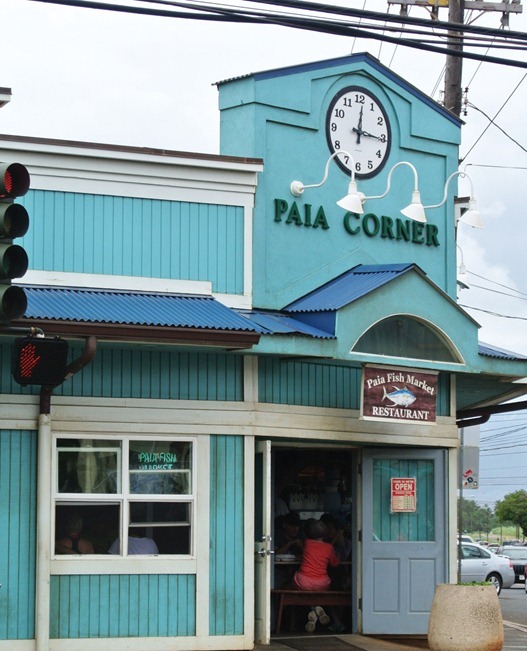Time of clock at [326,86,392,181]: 12:15
